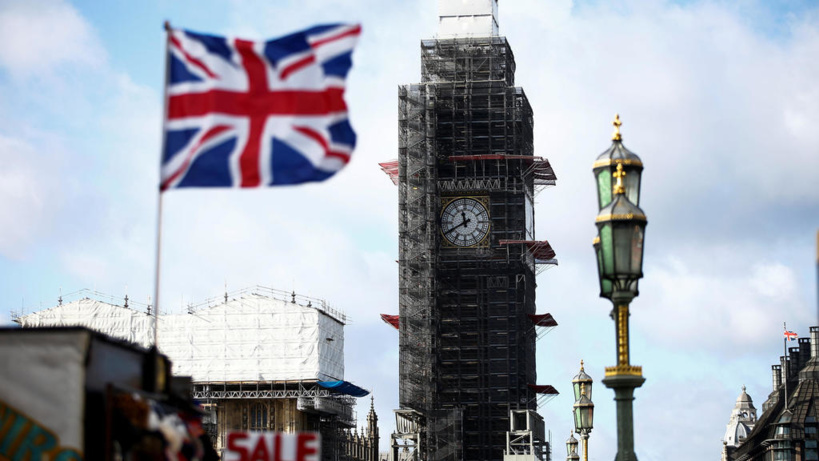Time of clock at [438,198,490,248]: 11:40
